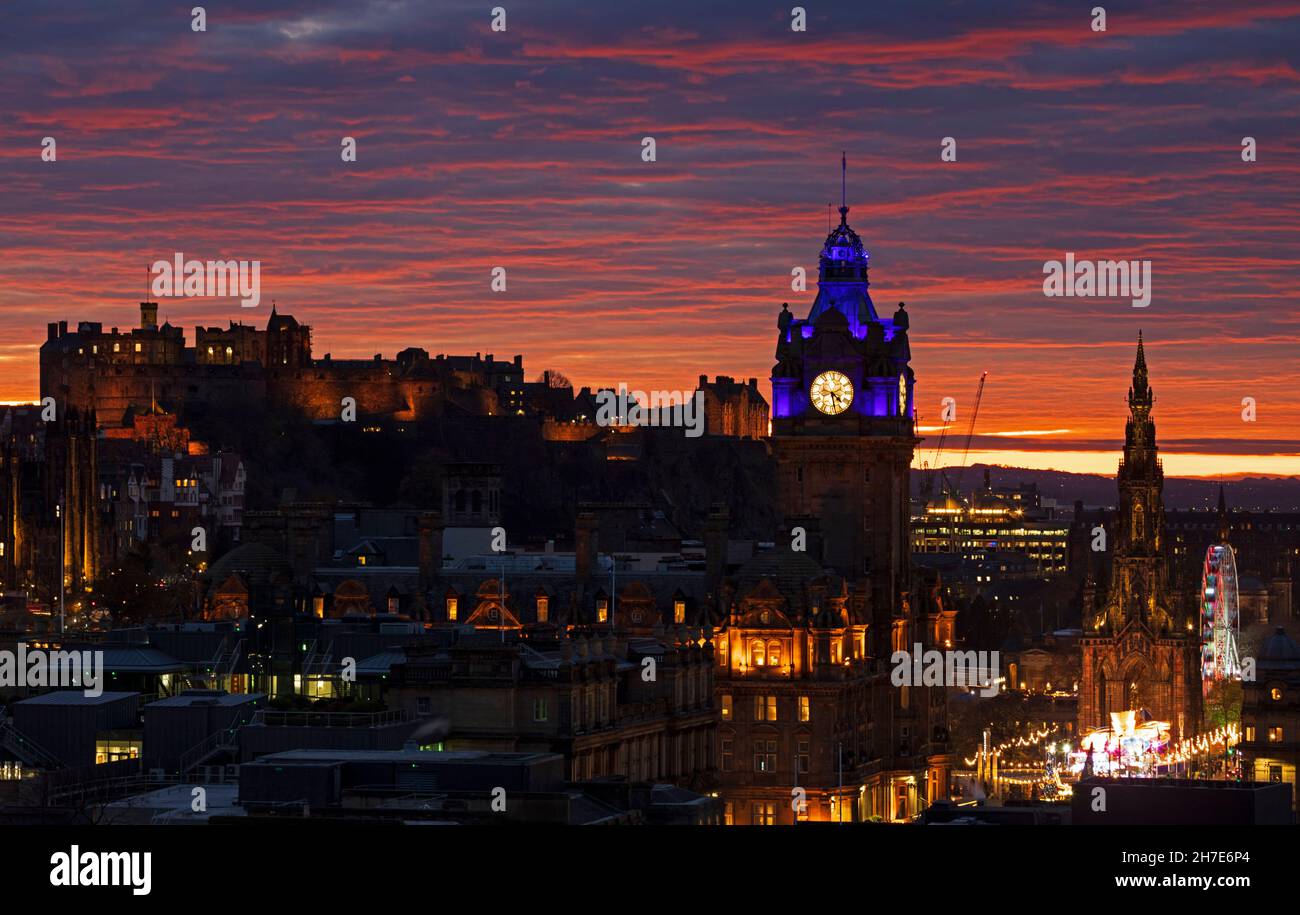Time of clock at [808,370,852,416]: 4:28
